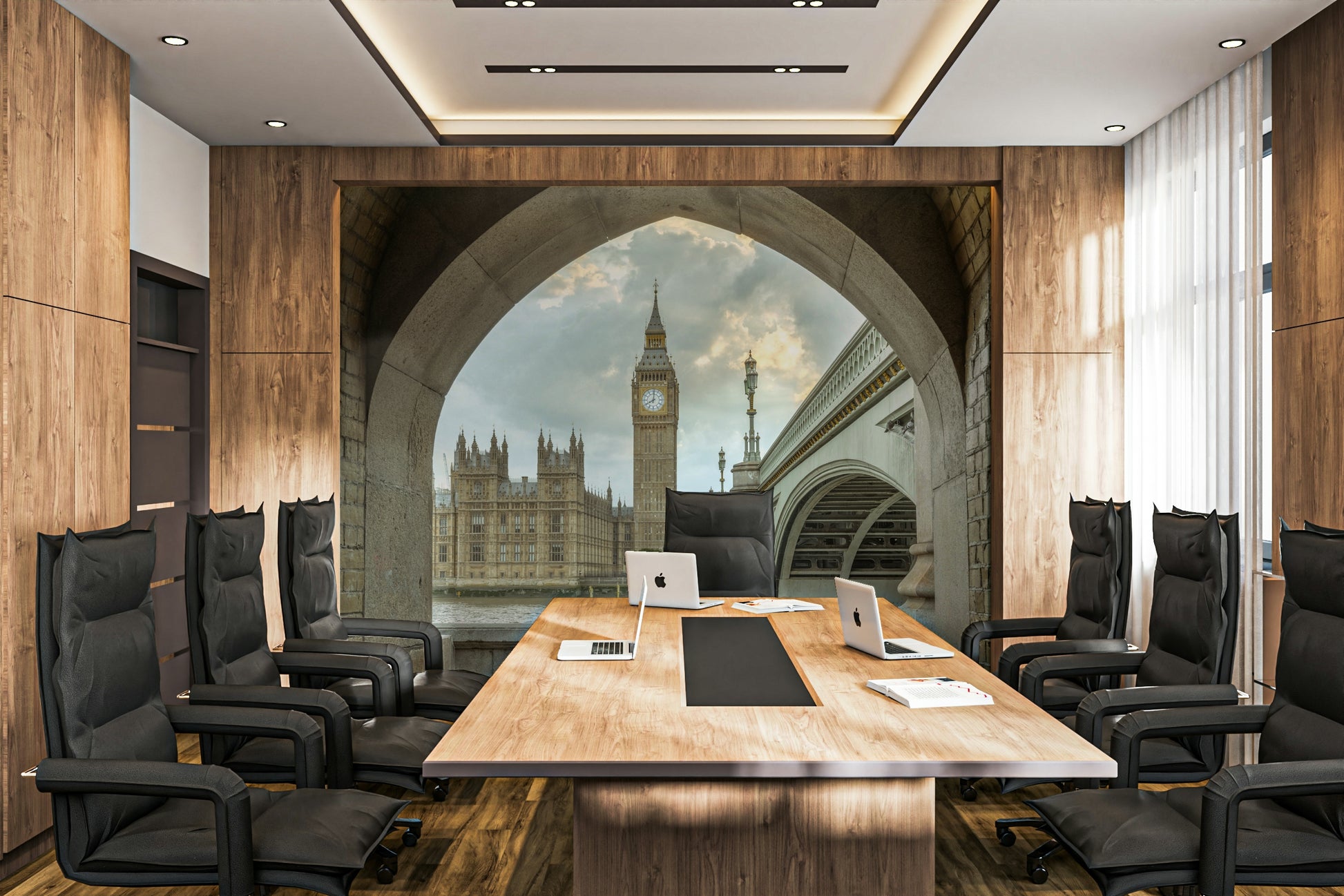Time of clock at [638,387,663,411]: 8:01
